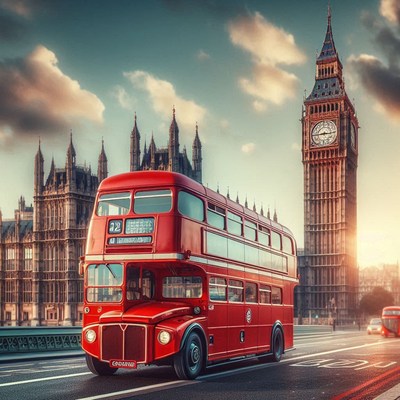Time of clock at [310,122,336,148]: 2:44
